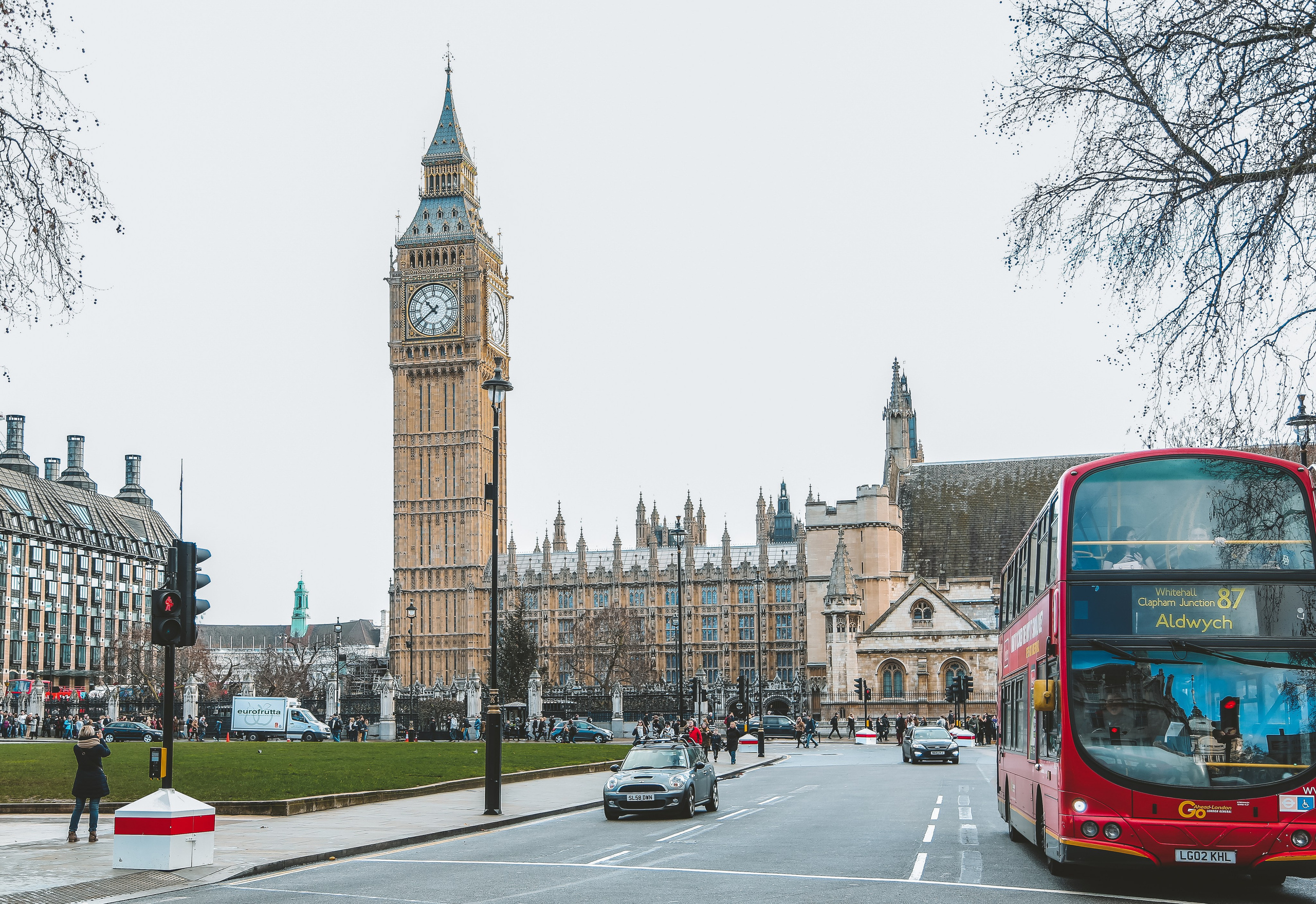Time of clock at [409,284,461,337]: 10:38
